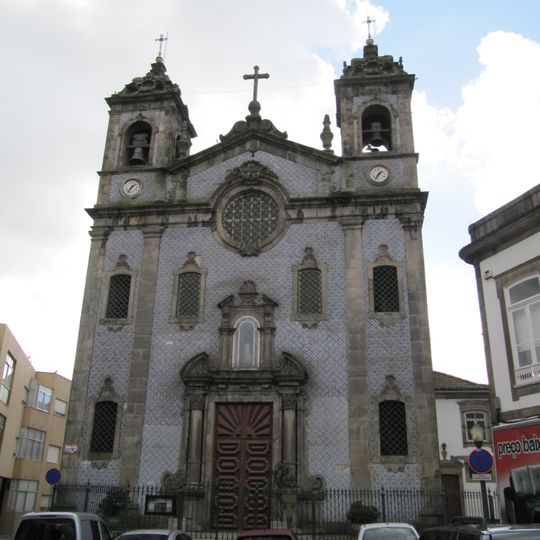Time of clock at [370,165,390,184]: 1:35
